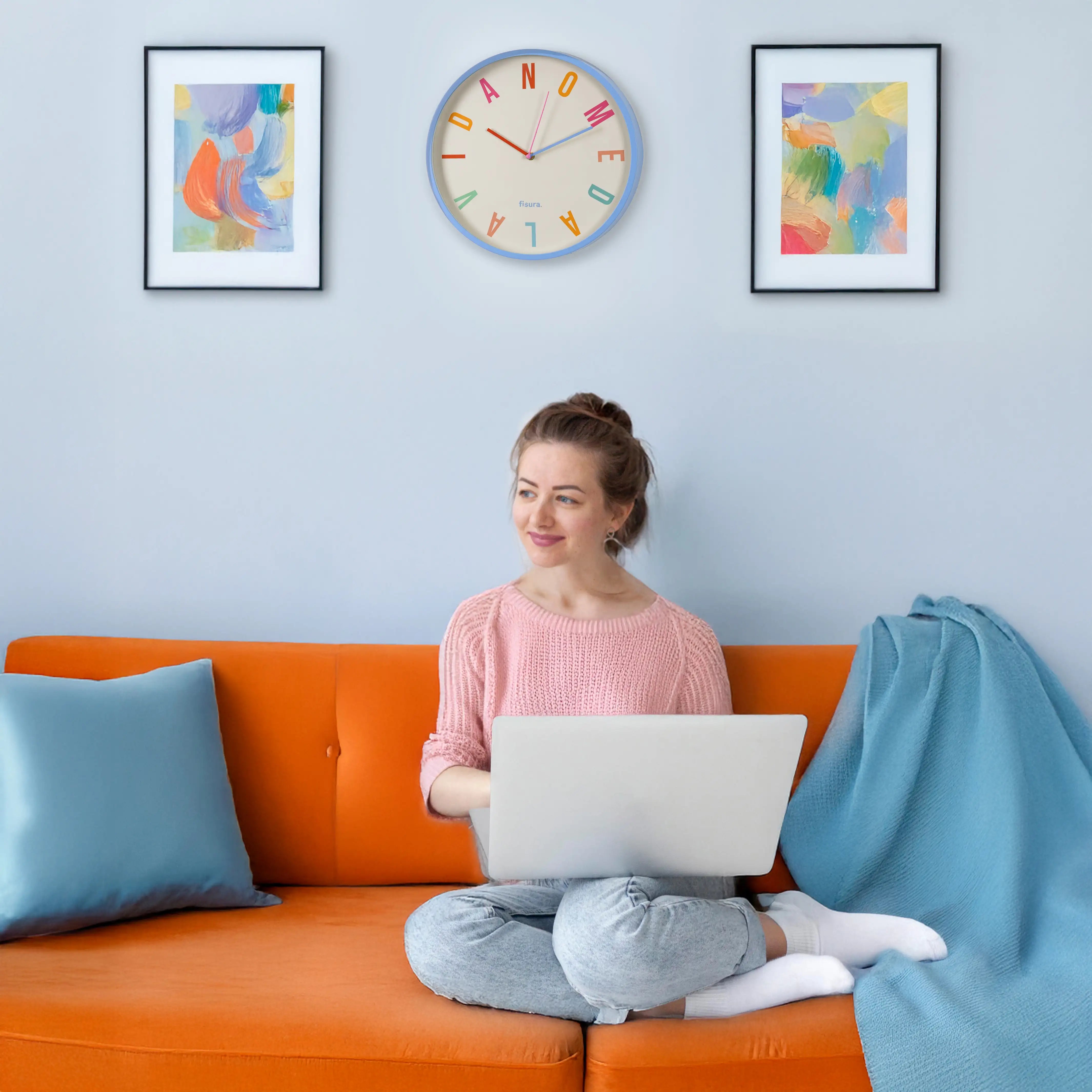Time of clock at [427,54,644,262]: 10:03
